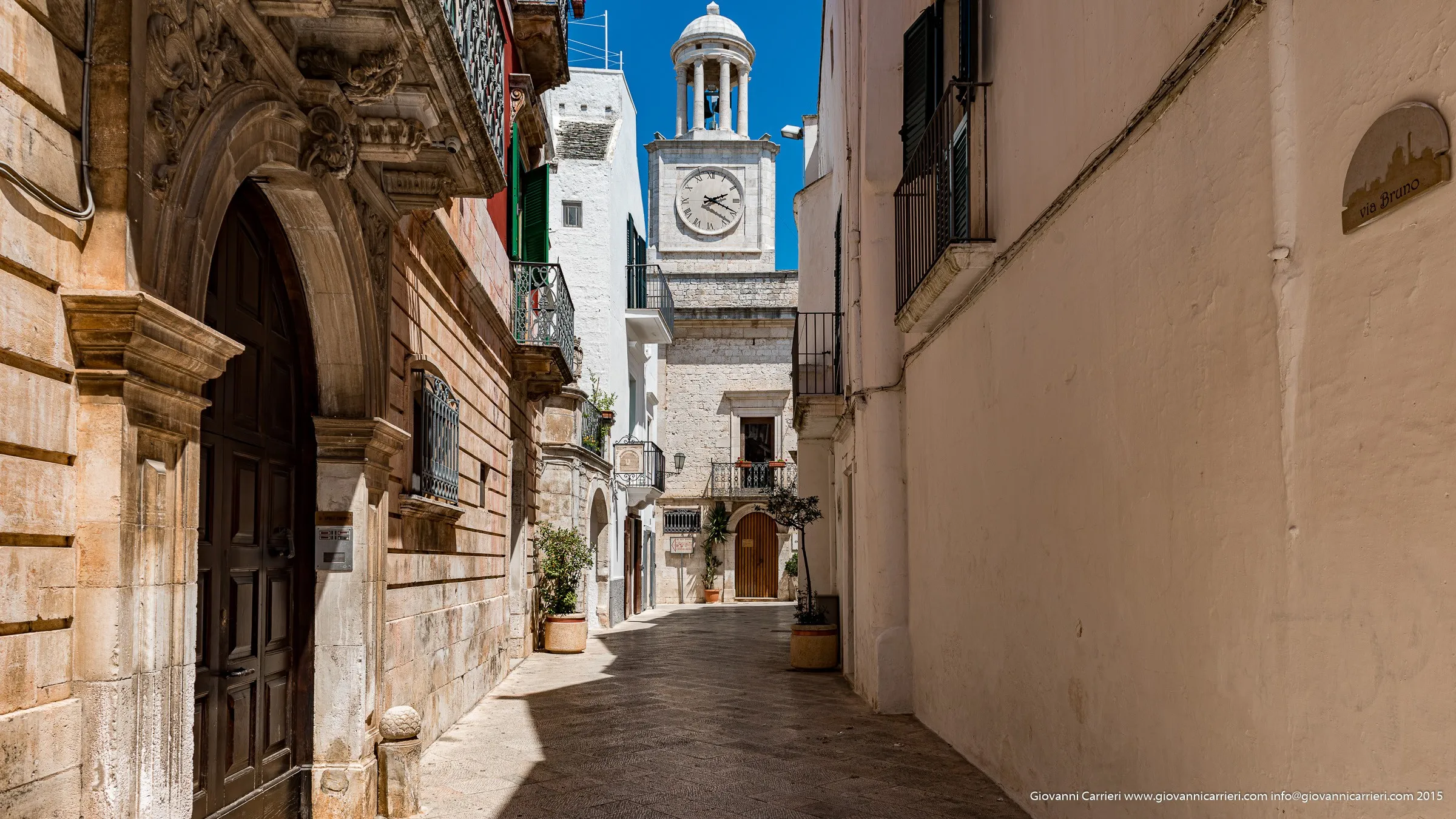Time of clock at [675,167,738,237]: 2:19
